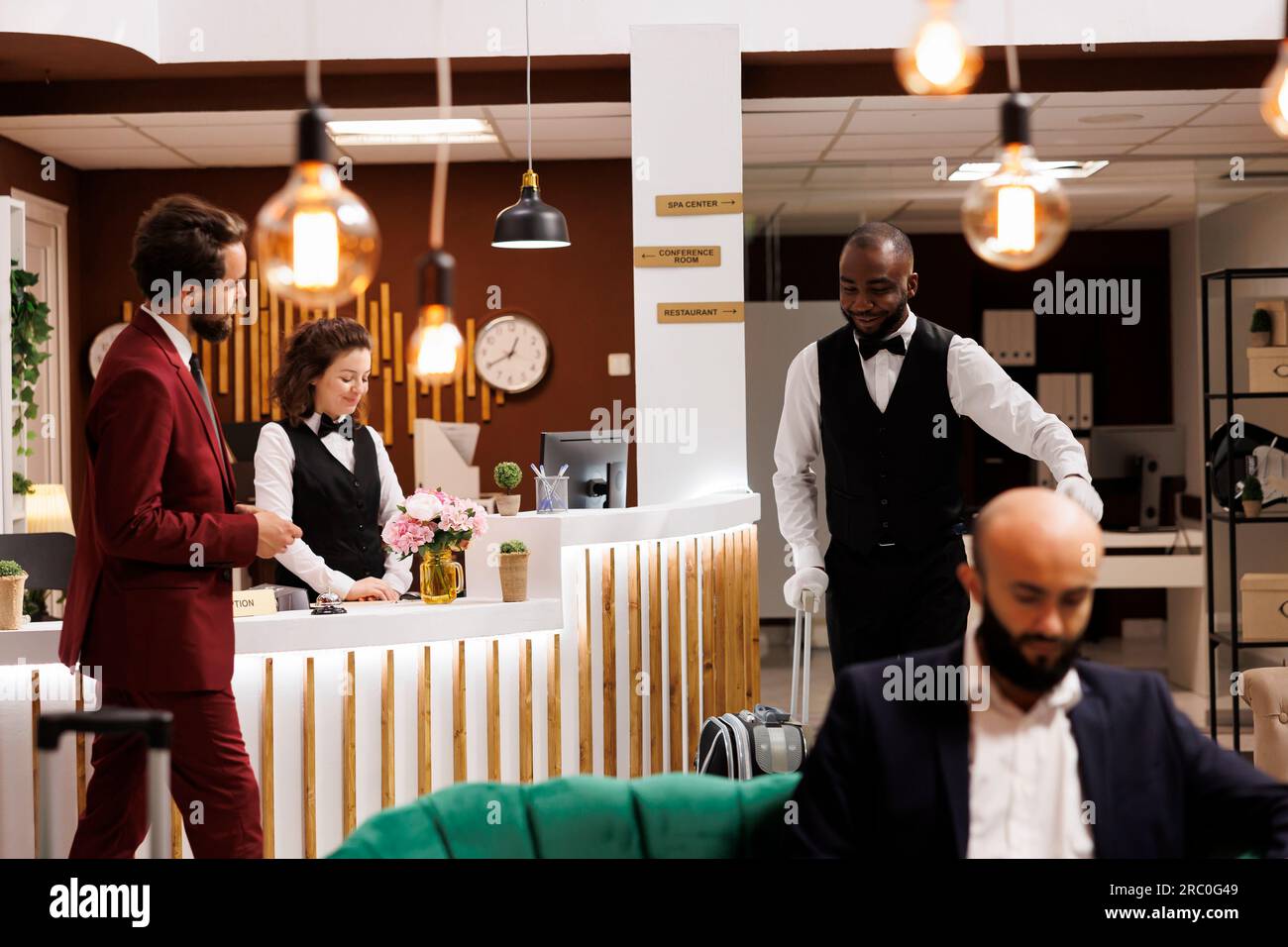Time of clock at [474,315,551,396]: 12:40
